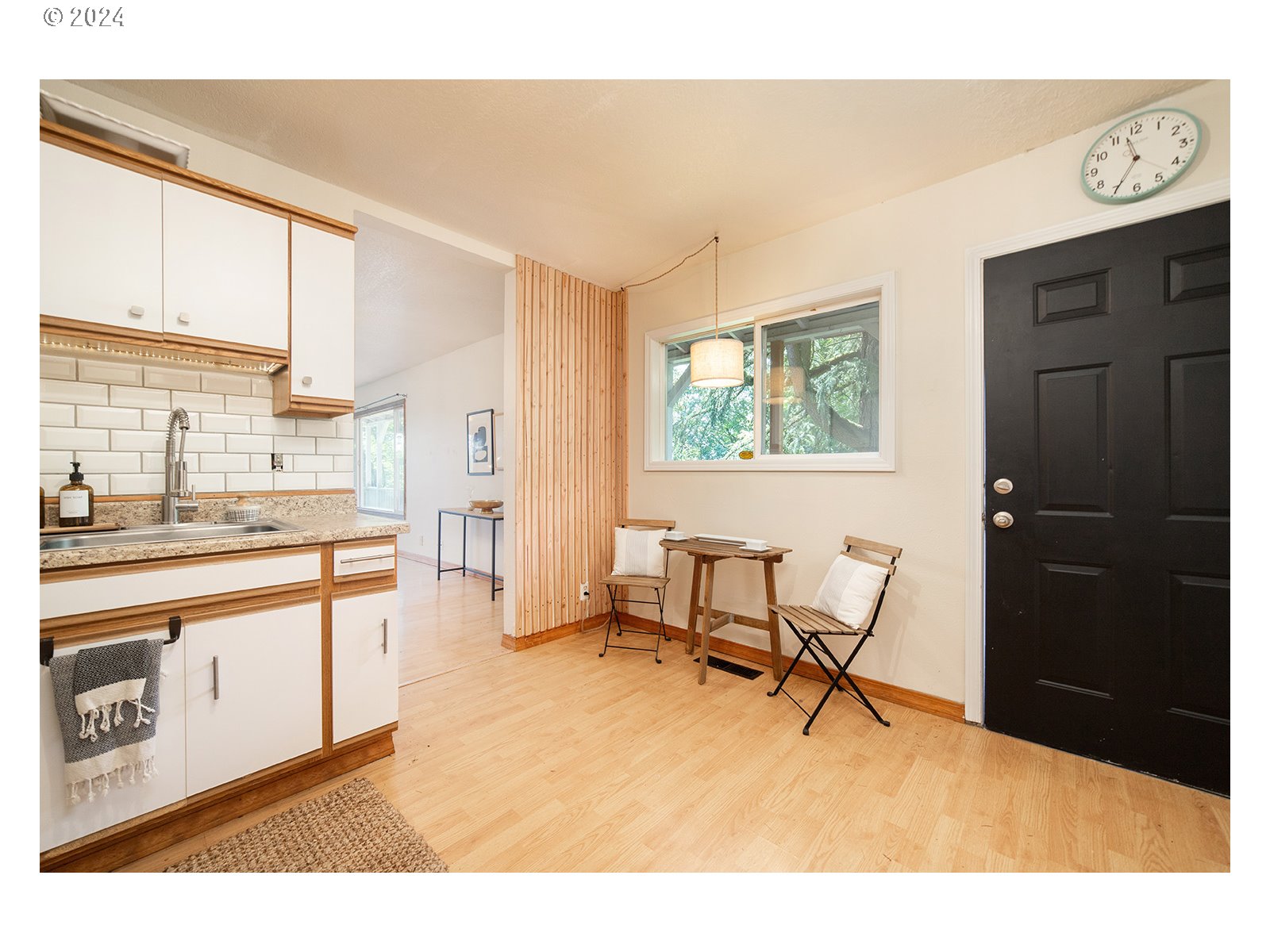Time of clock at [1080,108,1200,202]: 11:35
